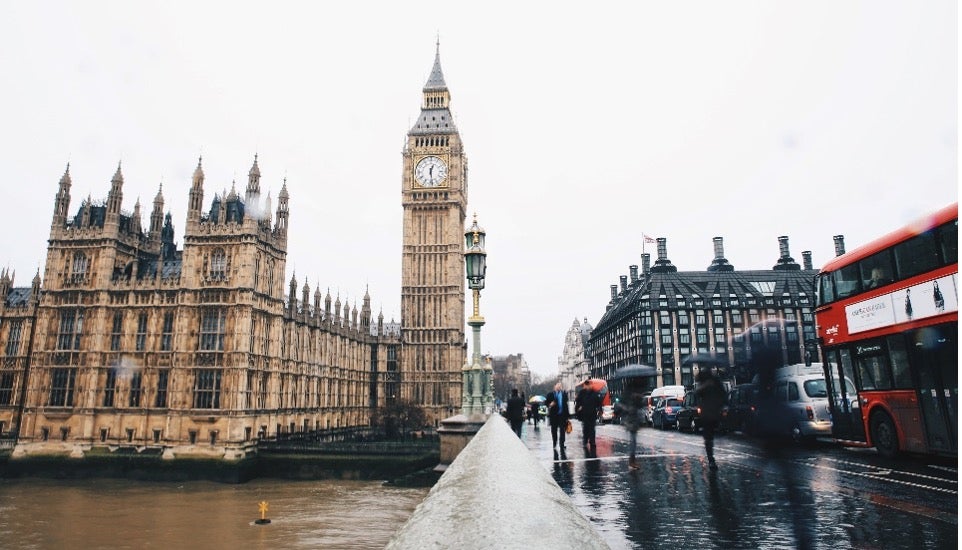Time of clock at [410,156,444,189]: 12:28
